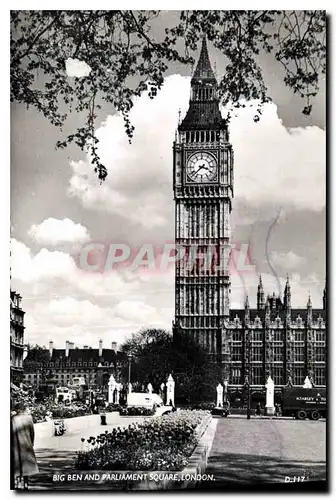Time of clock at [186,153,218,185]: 3:37
